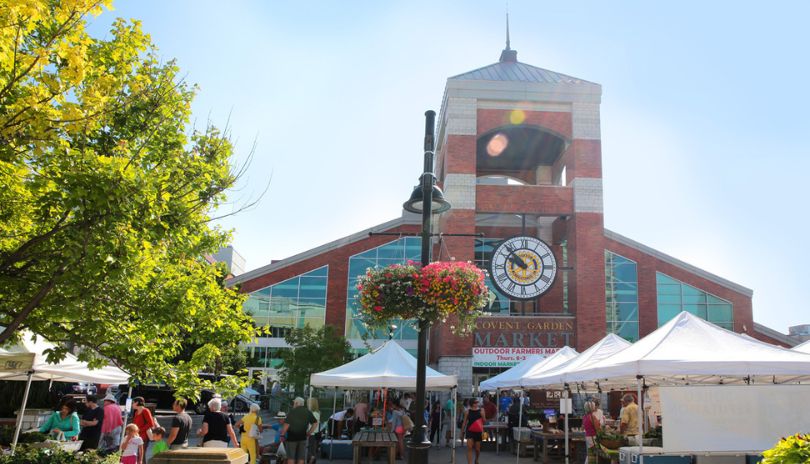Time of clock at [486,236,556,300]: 9:53
